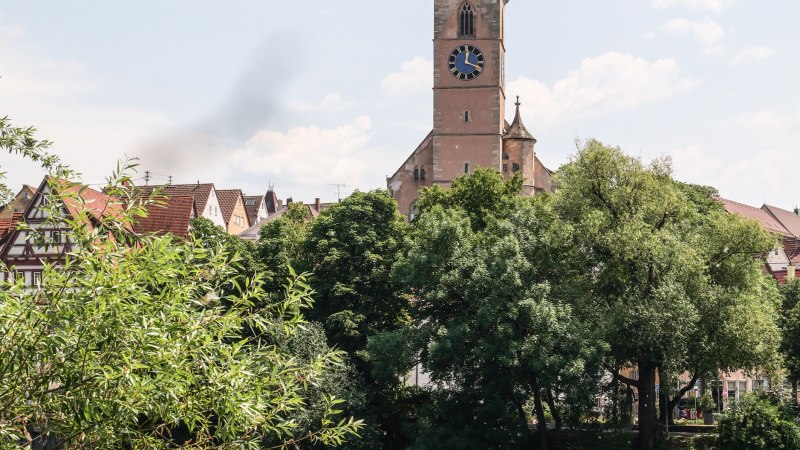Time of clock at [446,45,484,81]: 12:18
